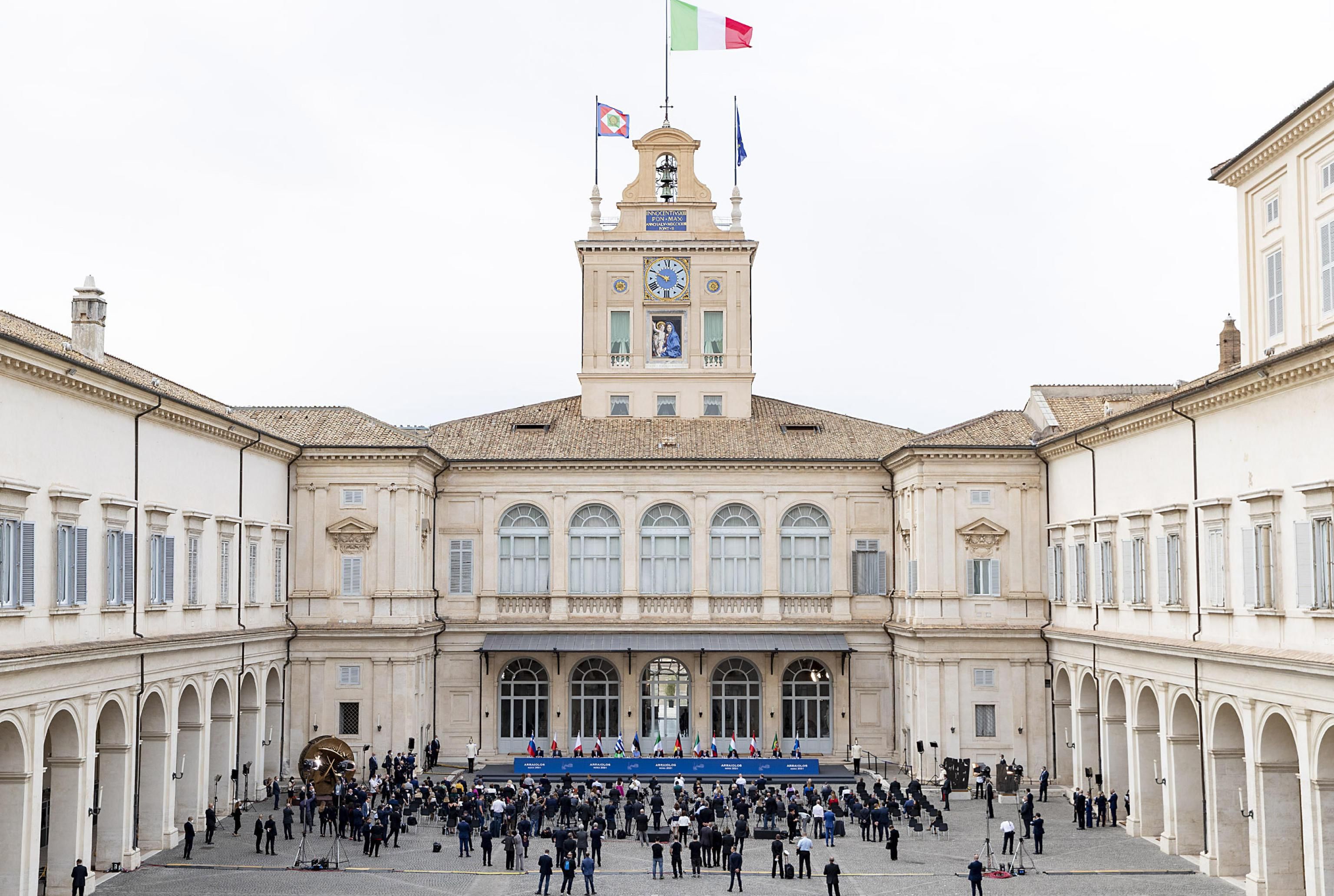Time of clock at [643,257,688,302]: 9:49
